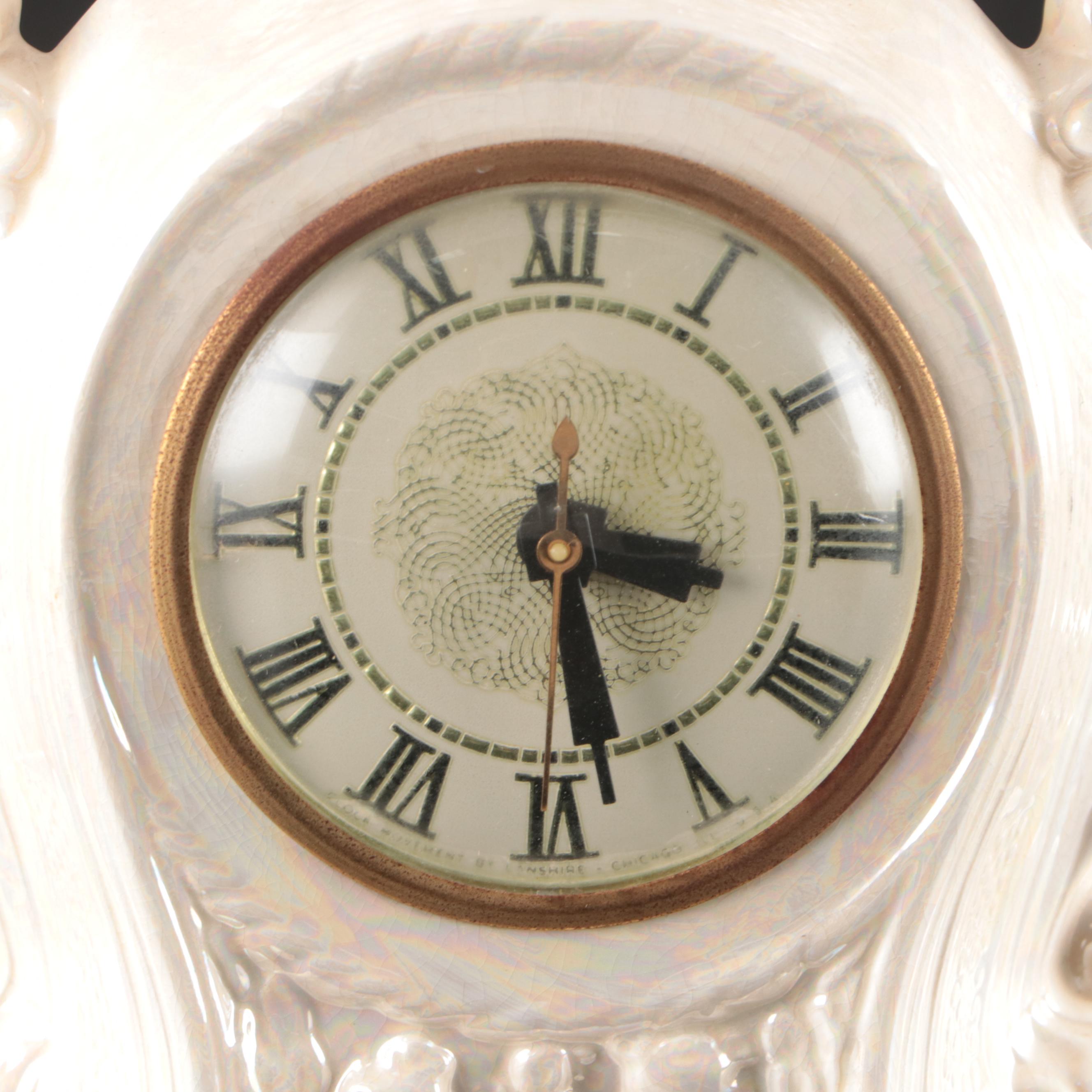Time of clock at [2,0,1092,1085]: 3:28
